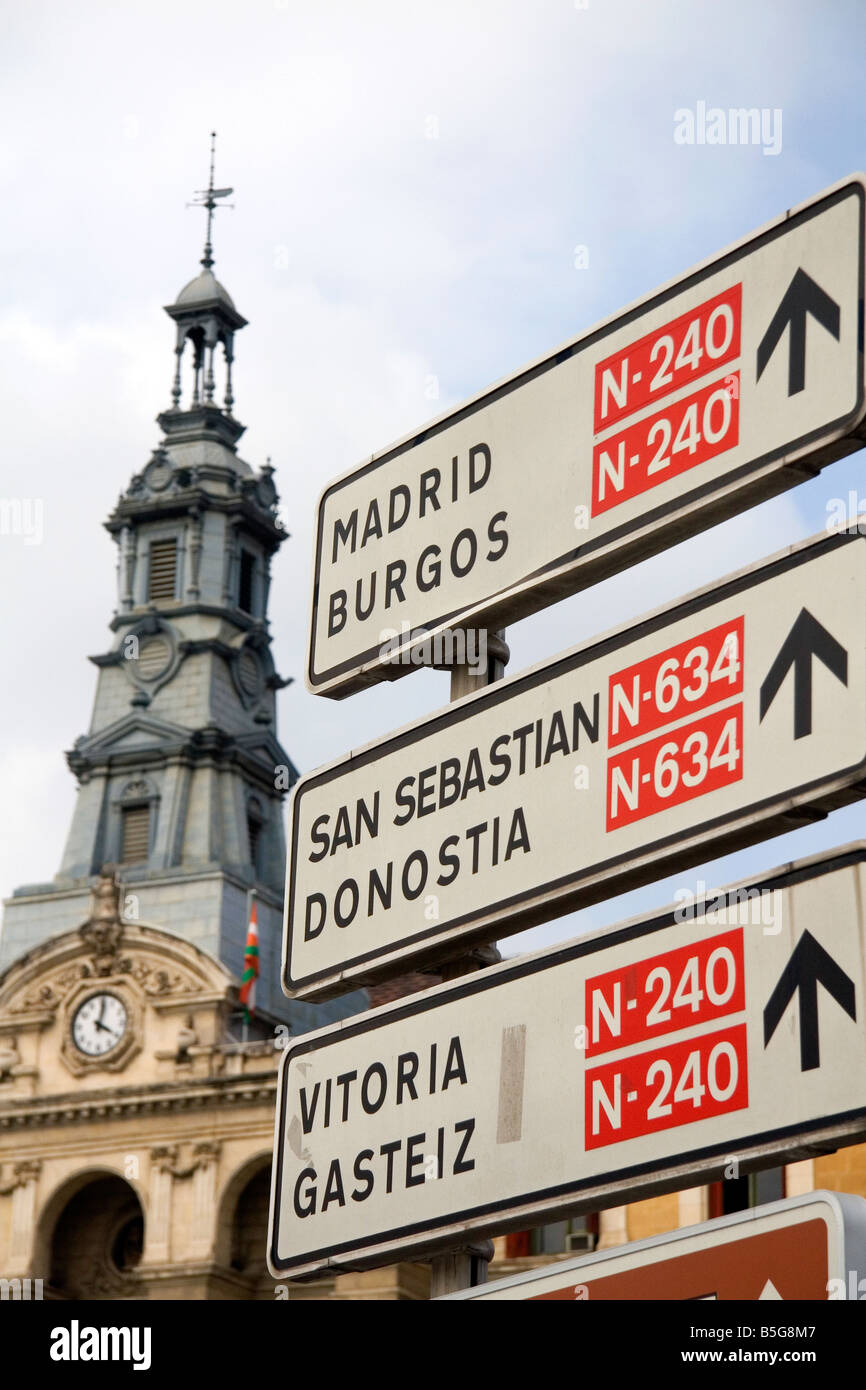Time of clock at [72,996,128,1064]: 4:02
